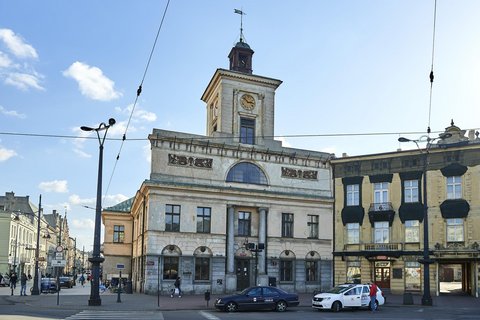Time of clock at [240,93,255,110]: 2:52
